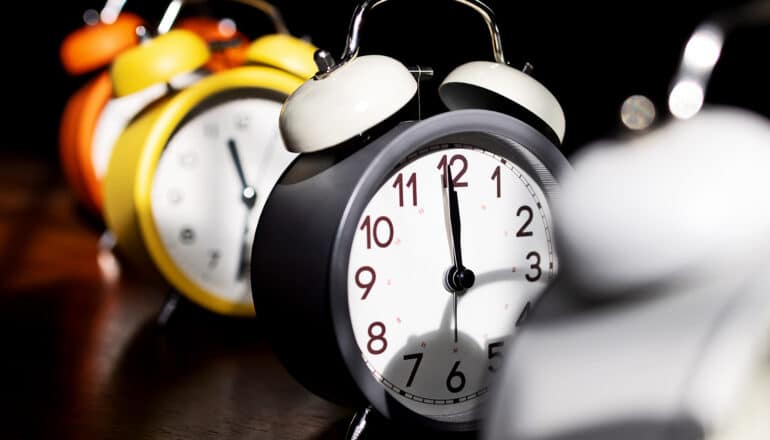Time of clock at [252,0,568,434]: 11:59
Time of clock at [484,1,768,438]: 11:59
